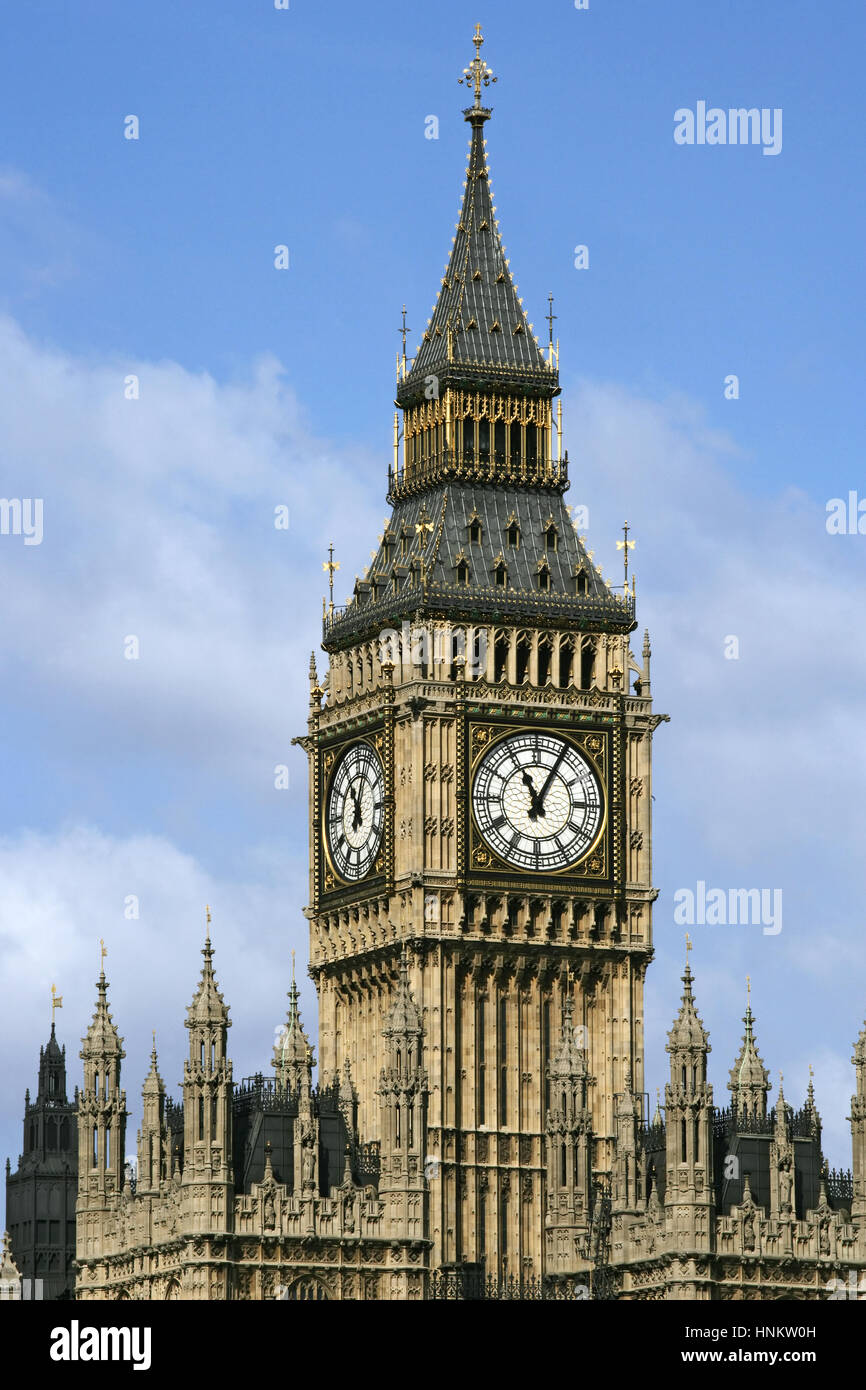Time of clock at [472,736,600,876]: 11:04
